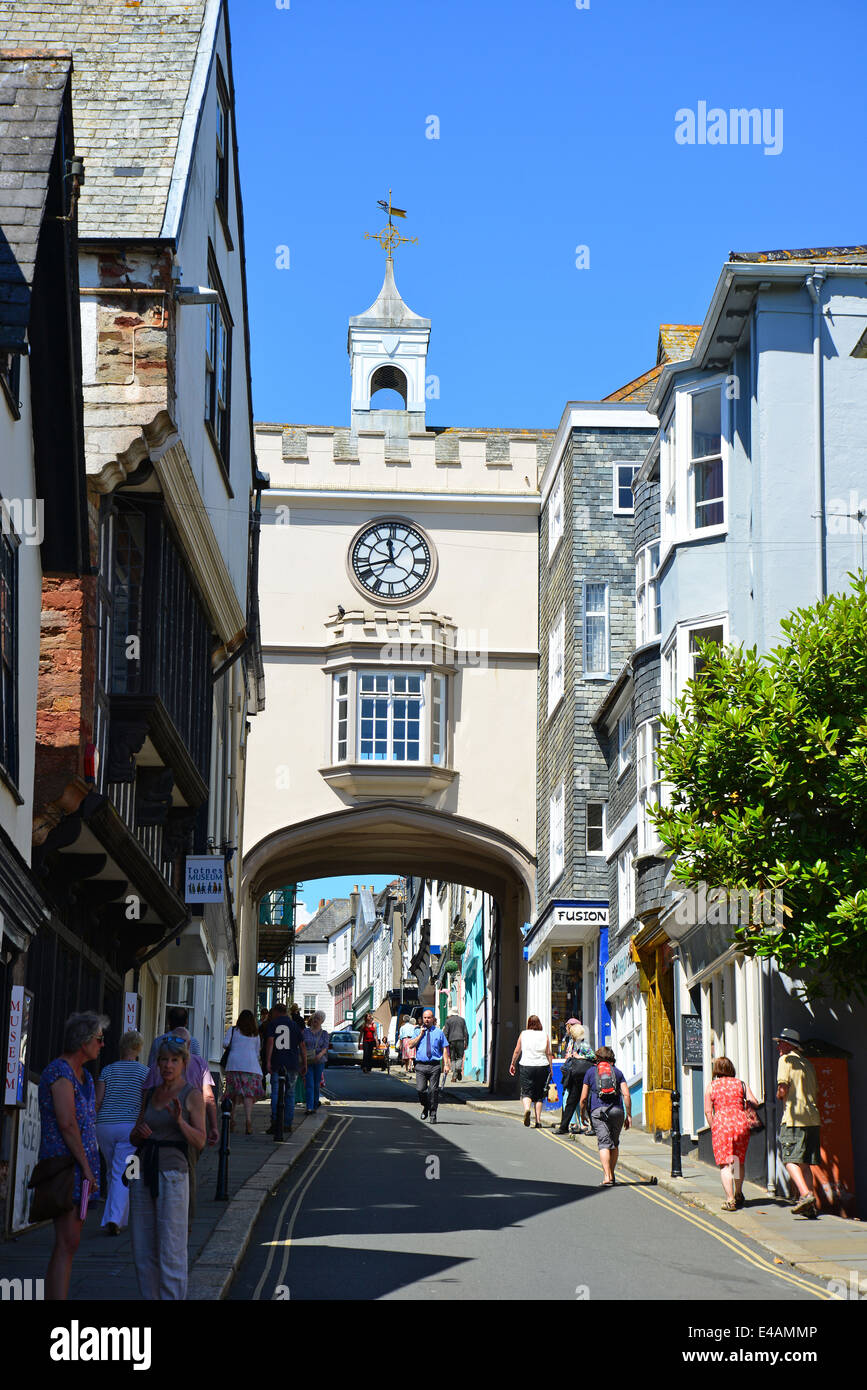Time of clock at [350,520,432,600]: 11:42
